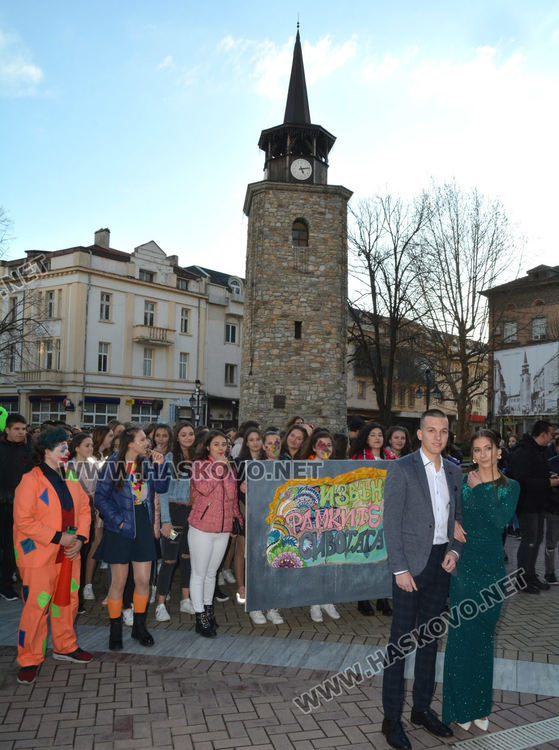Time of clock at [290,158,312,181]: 5:13
